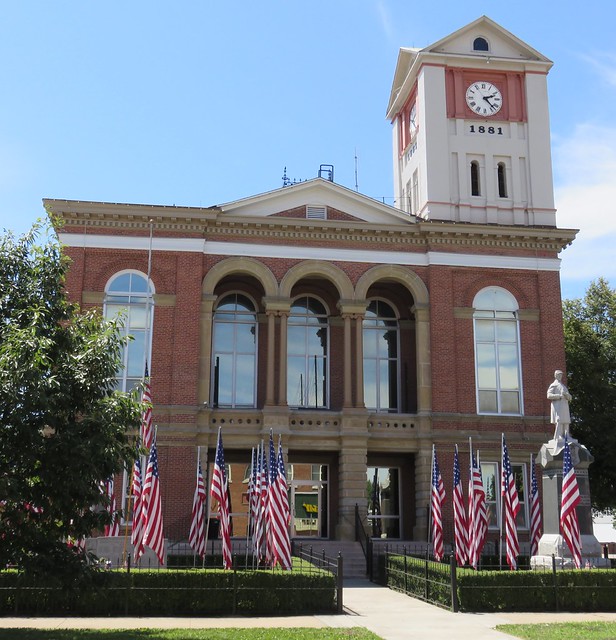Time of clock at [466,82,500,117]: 2:22
